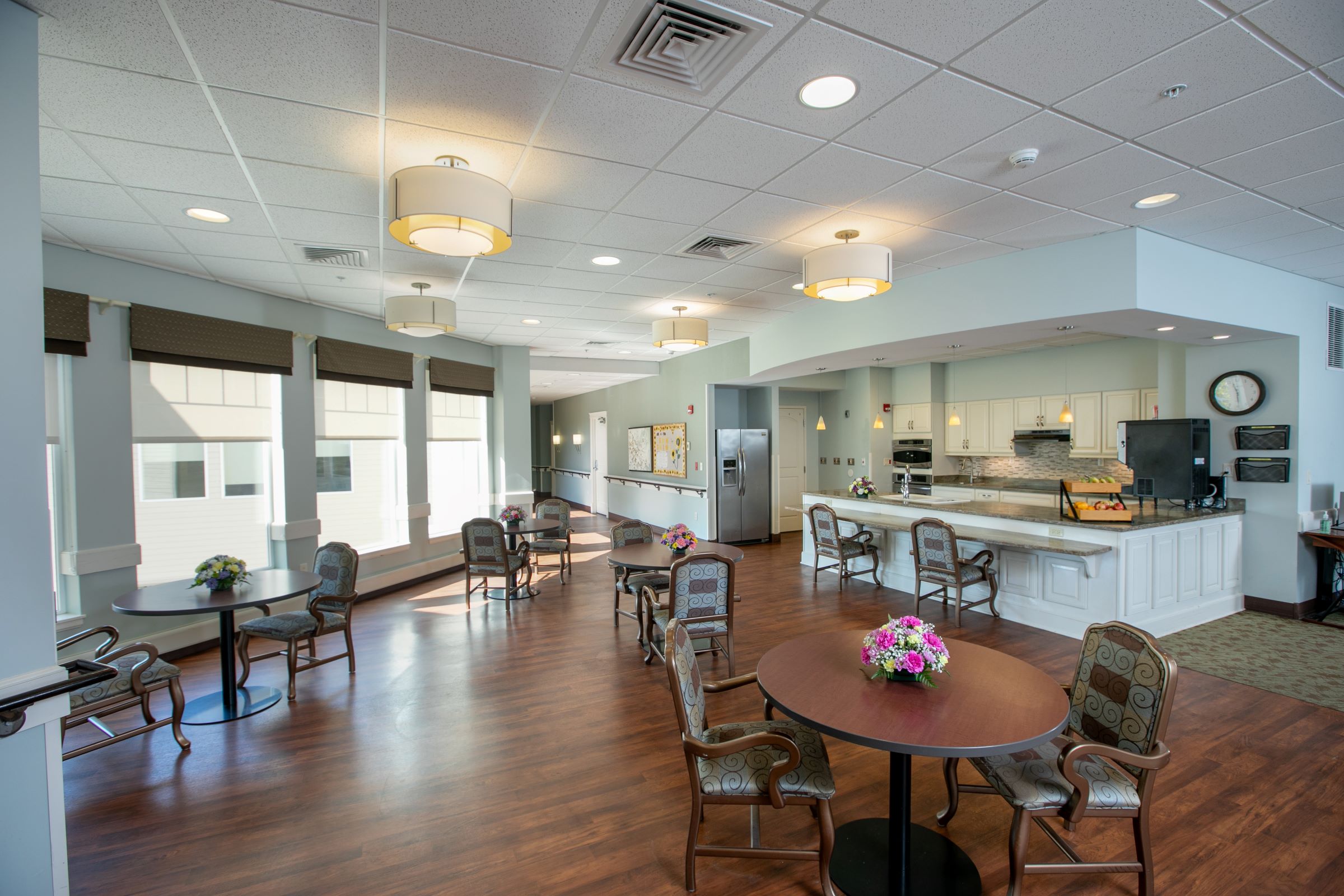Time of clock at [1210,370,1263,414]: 11:29
